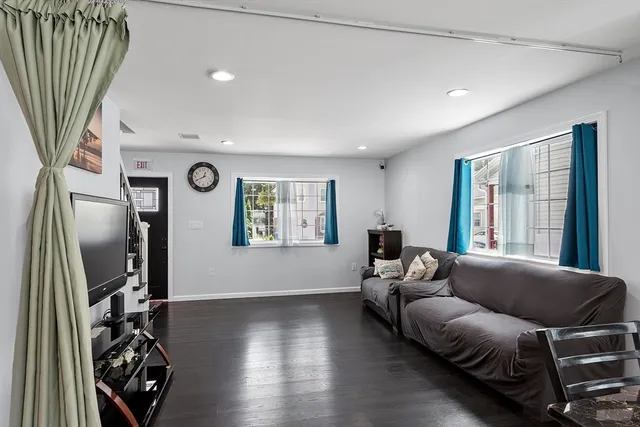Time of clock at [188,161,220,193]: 12:40
